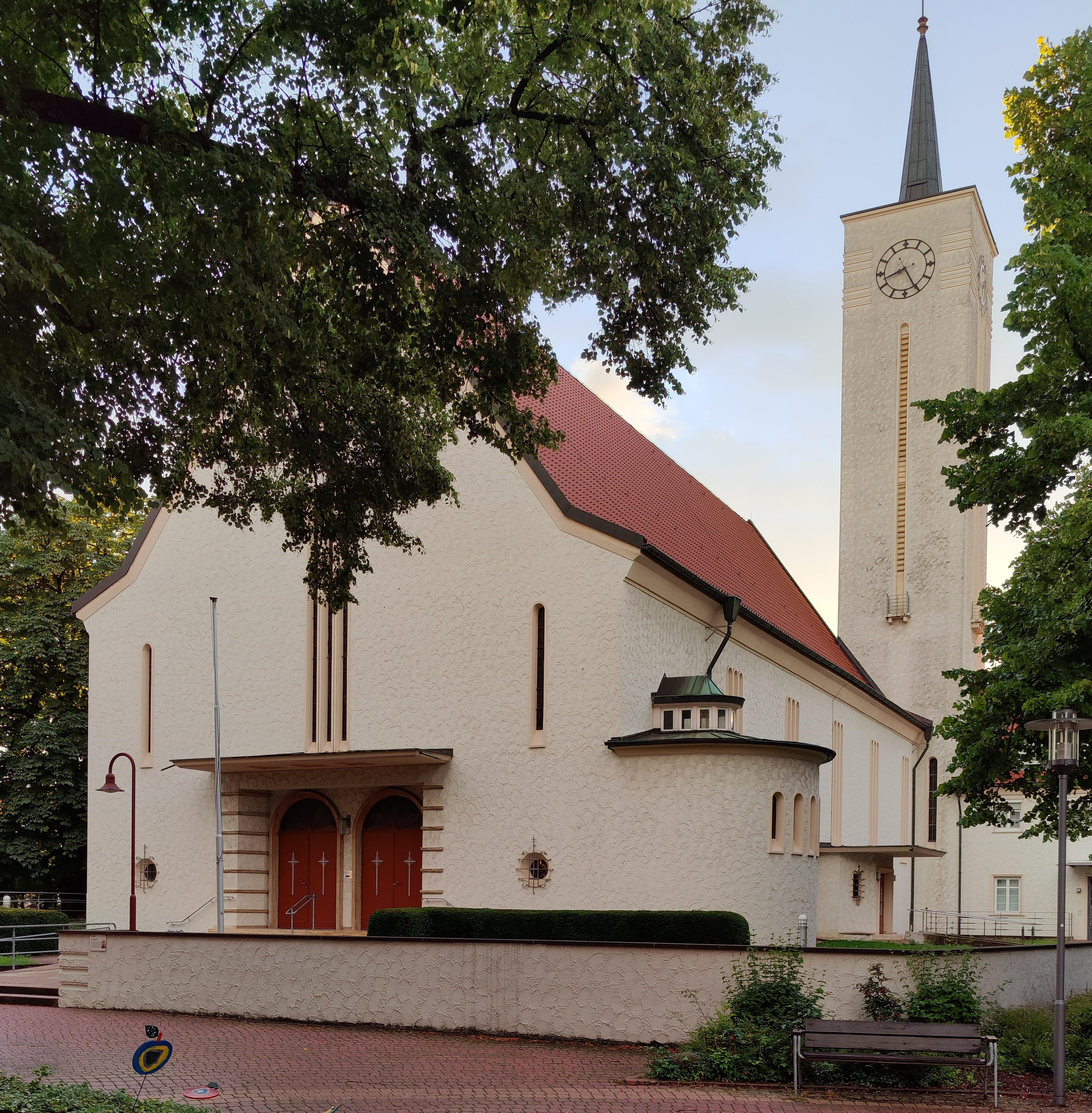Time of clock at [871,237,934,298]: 8:25
